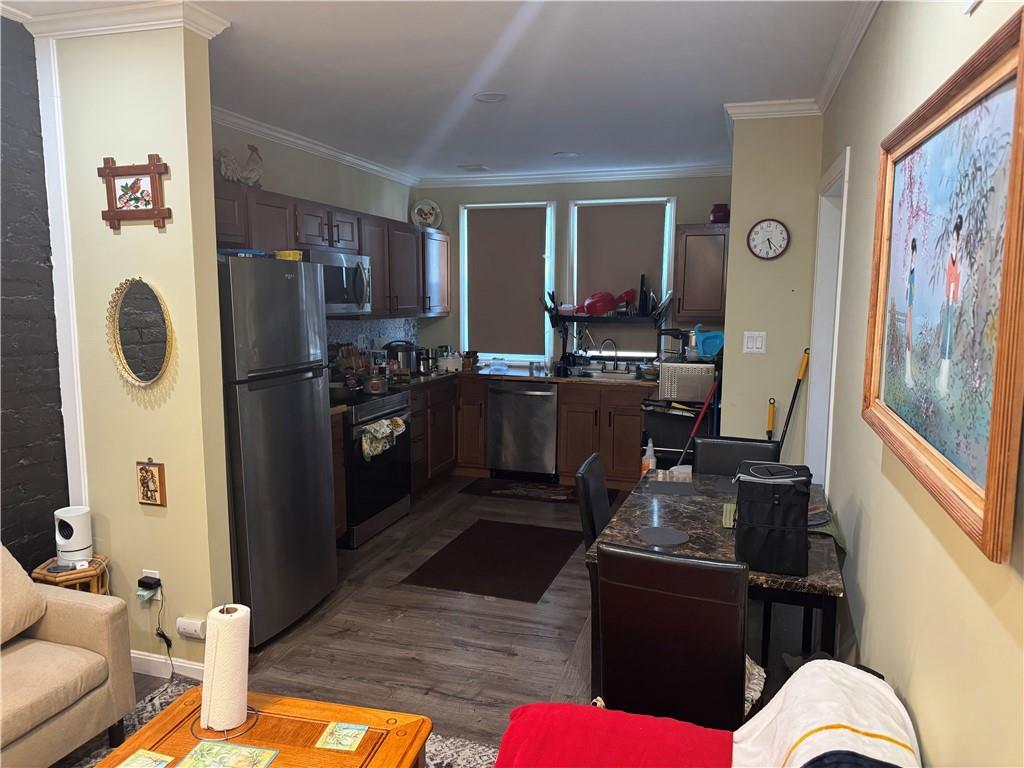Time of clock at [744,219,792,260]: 5:22
